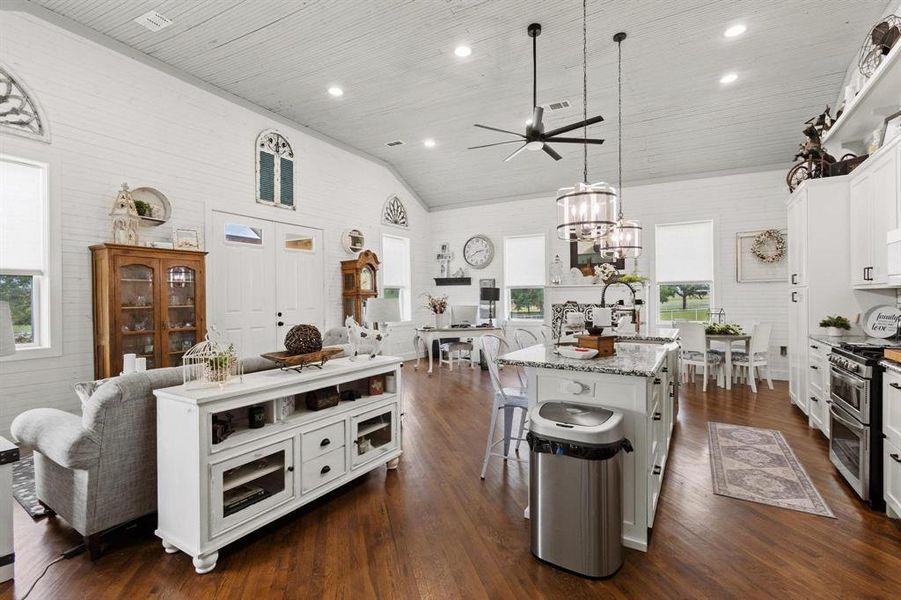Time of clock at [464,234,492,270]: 2:39
